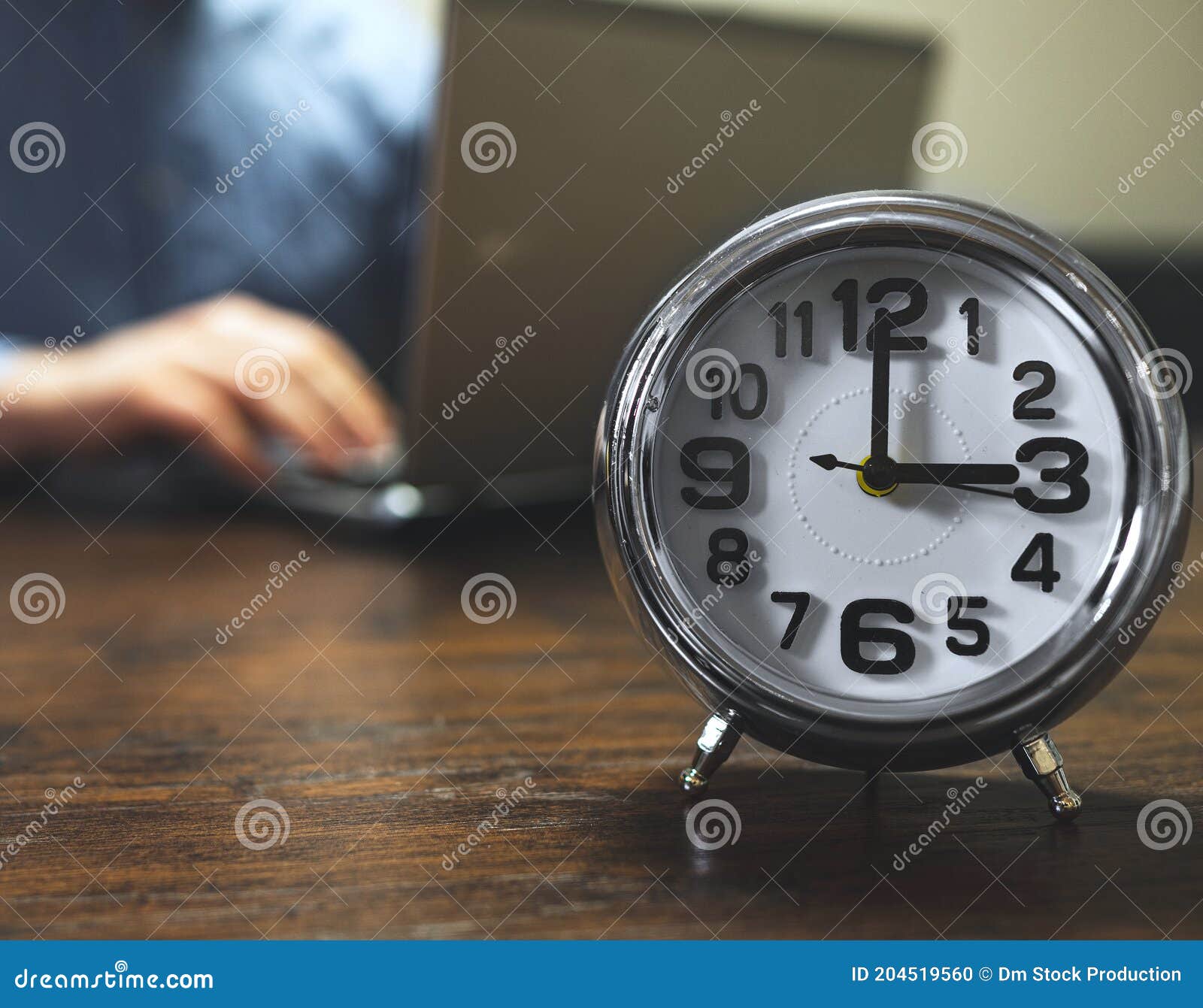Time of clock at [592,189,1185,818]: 3:00
